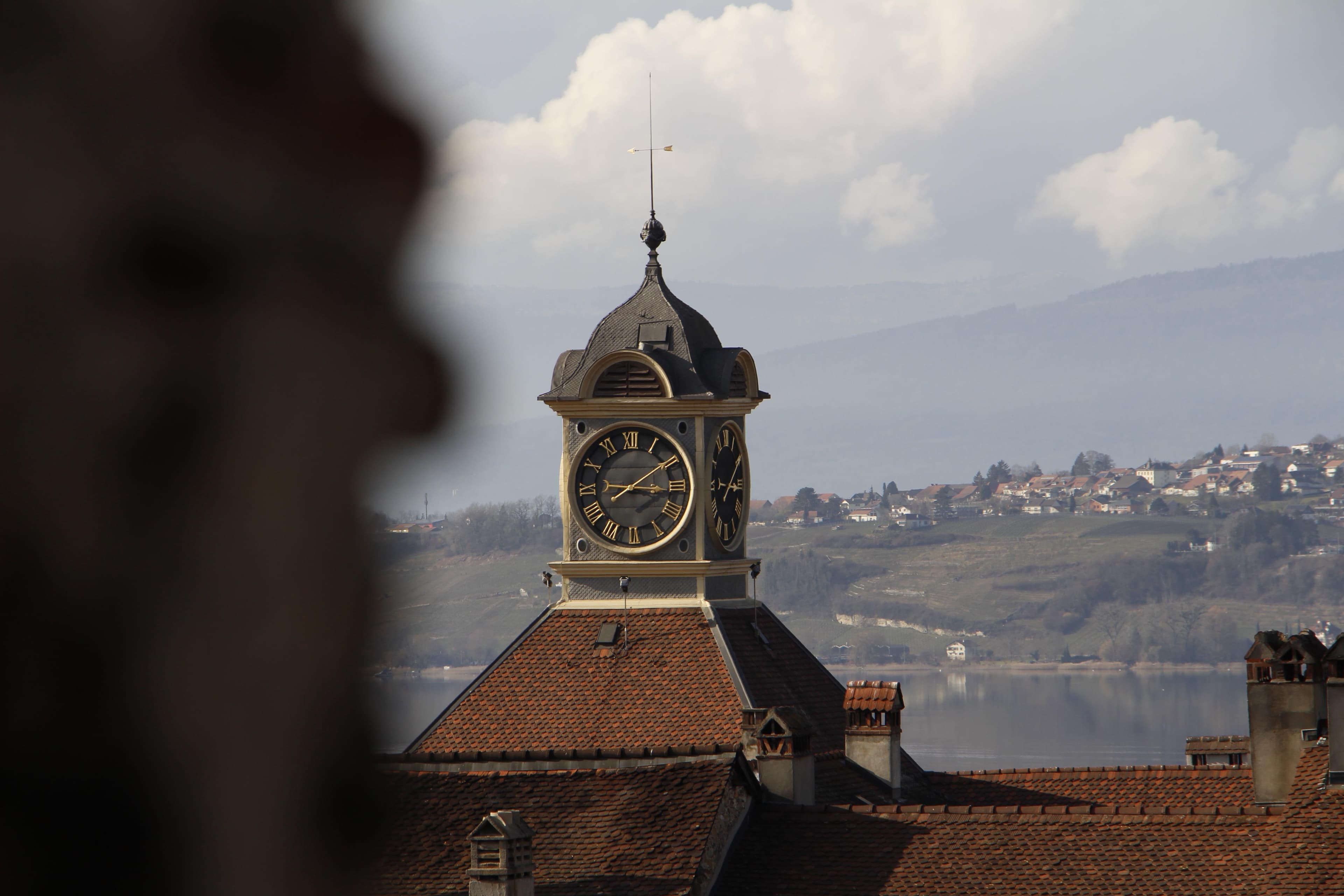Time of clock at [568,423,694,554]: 8:16
